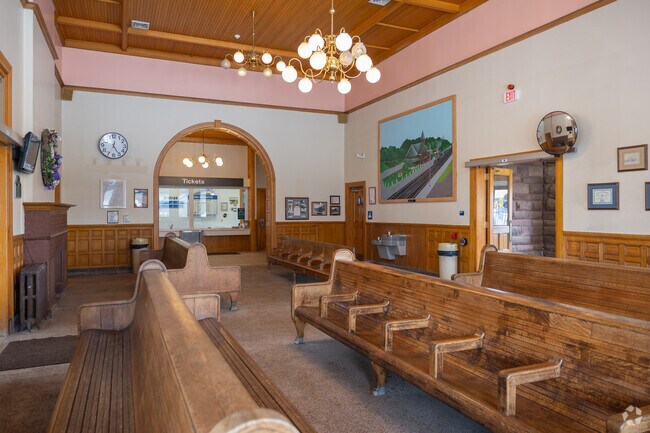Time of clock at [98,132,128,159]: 12:24
